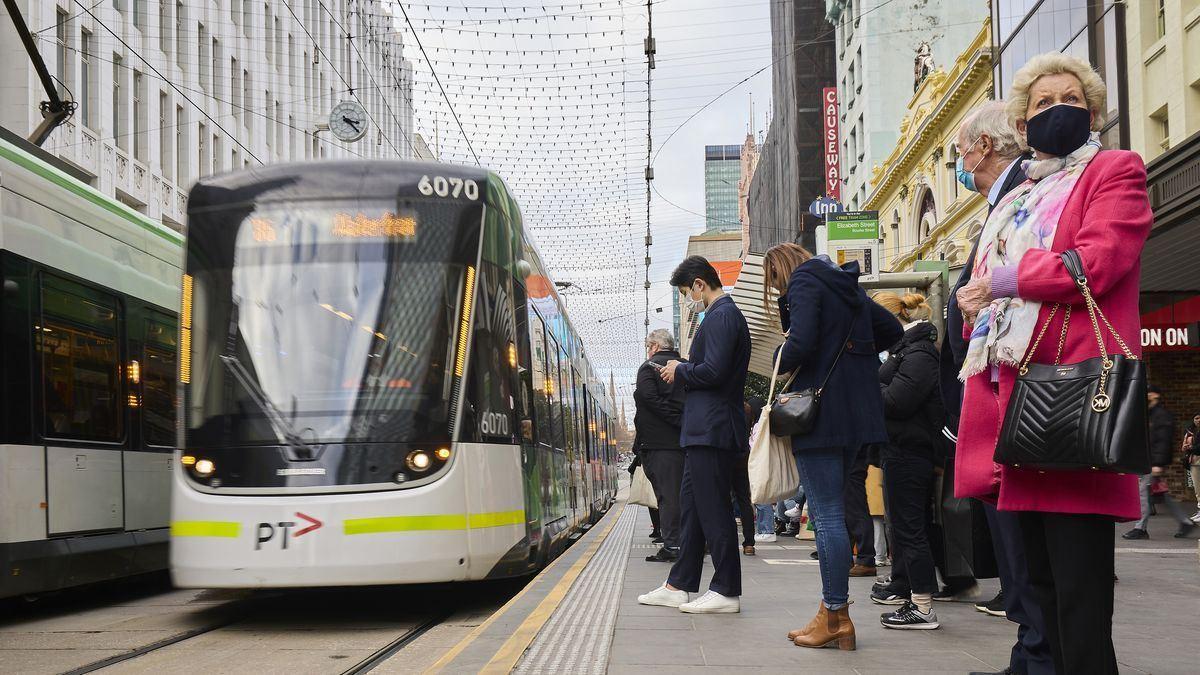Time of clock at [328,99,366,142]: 3:22
